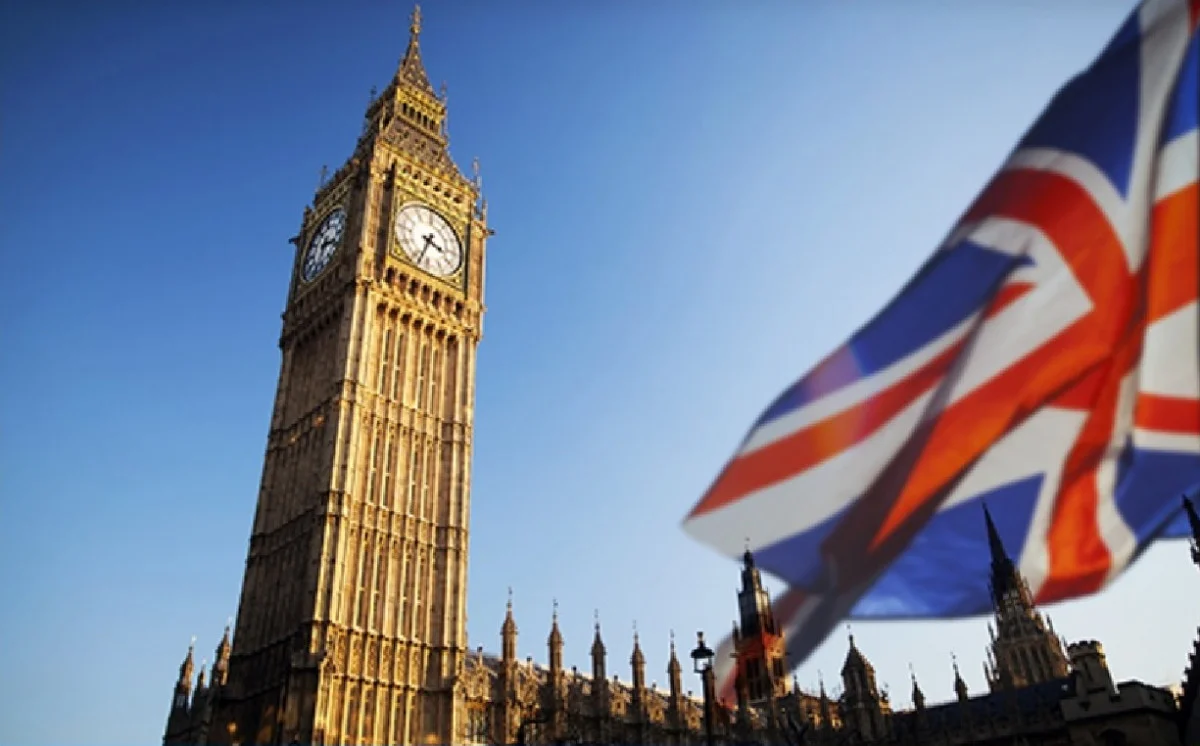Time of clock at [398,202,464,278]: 3:33
